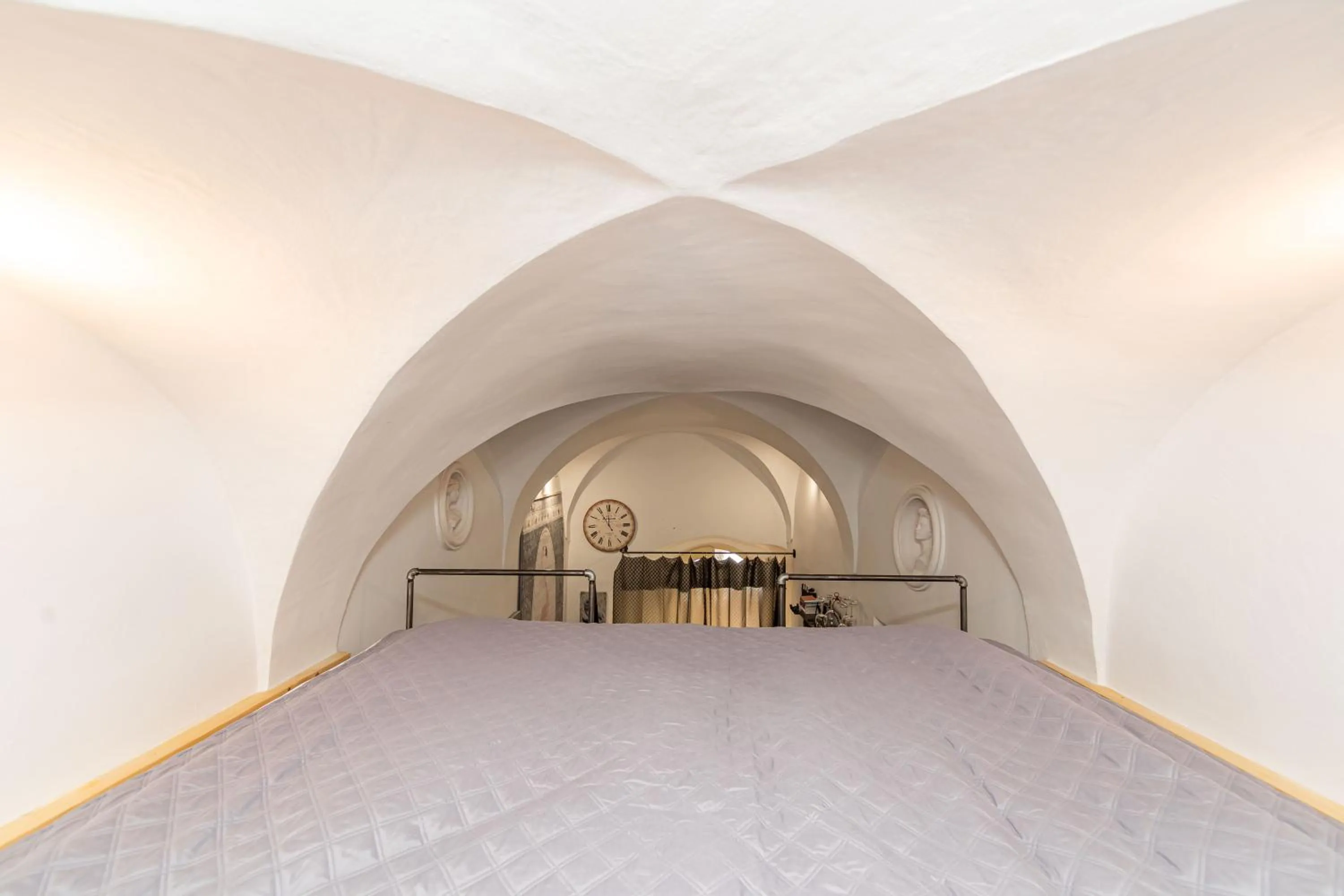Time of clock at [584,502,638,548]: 11:54
